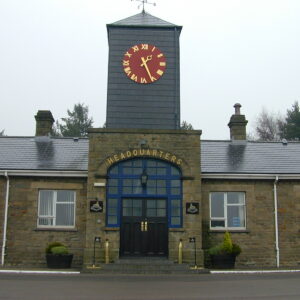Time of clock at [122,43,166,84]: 1:25
